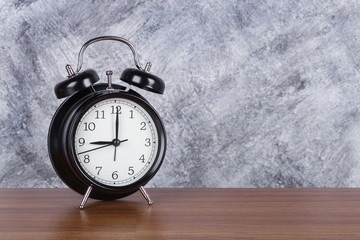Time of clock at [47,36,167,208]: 9:00
